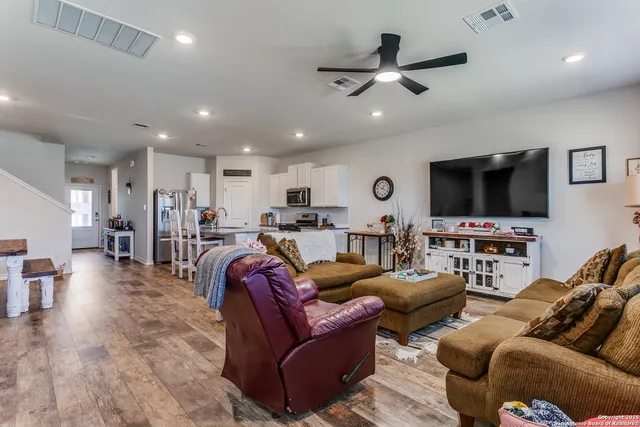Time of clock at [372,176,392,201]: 1:18
